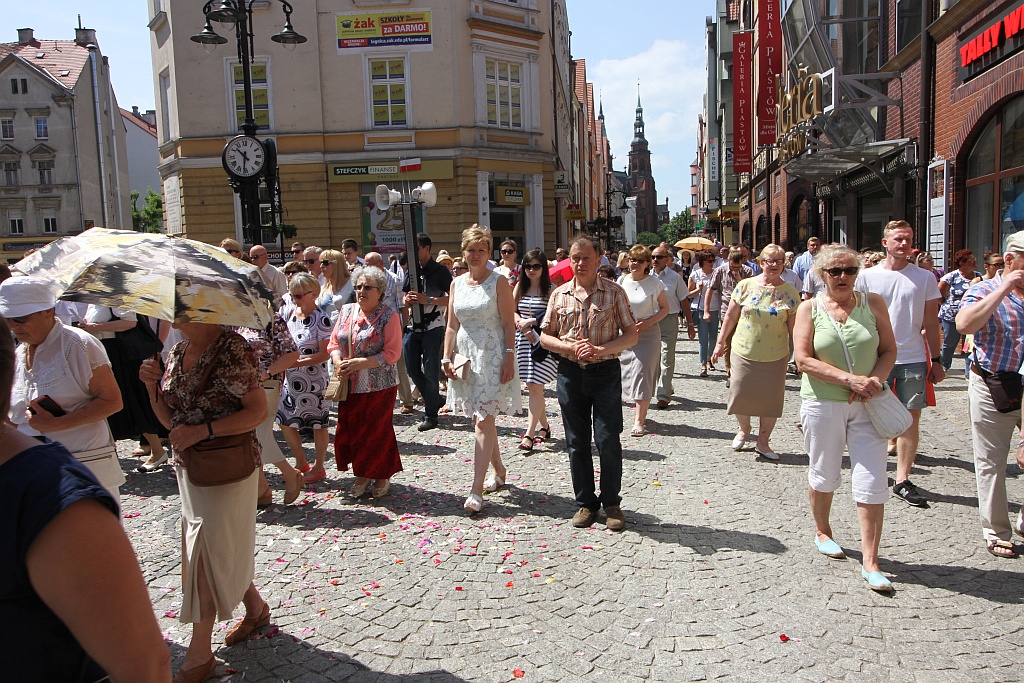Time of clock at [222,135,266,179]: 10:31
